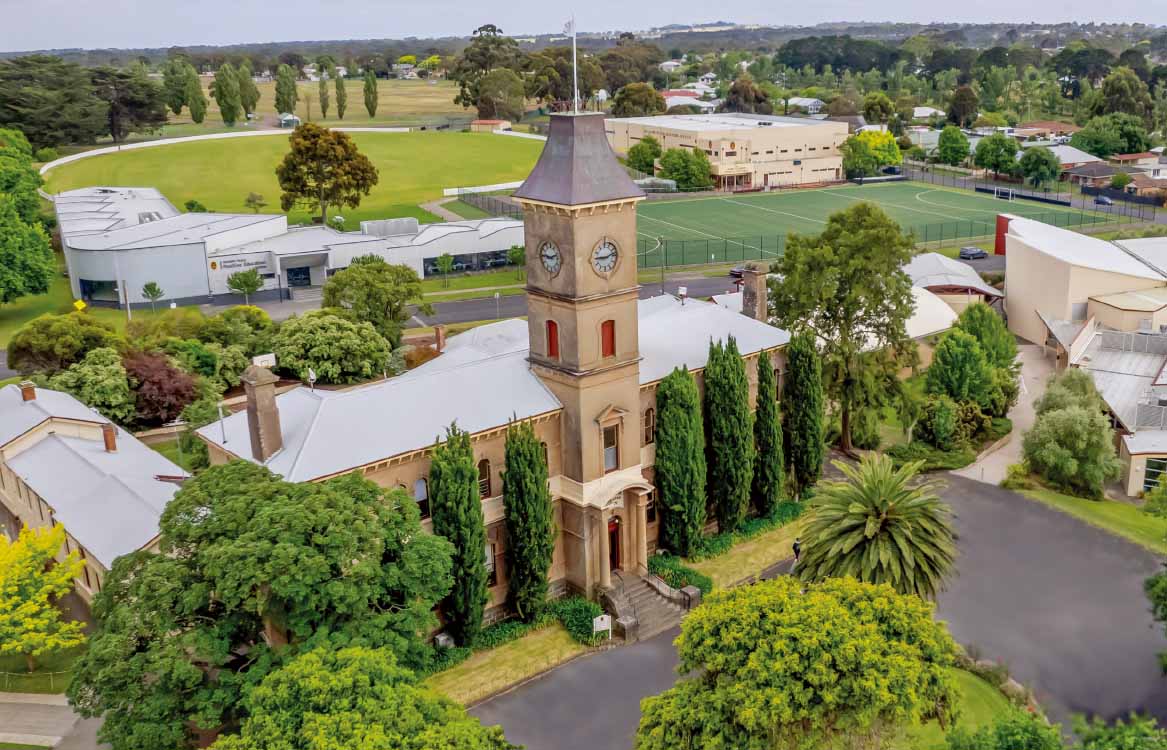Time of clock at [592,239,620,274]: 9:12
